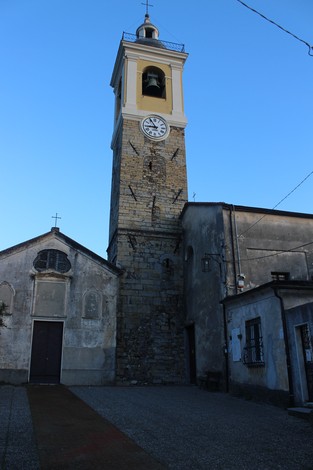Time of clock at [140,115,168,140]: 8:54
